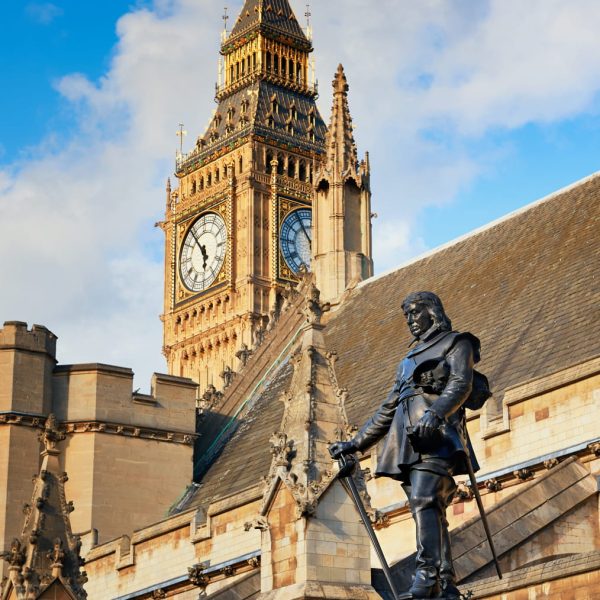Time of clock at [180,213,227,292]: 5:54
